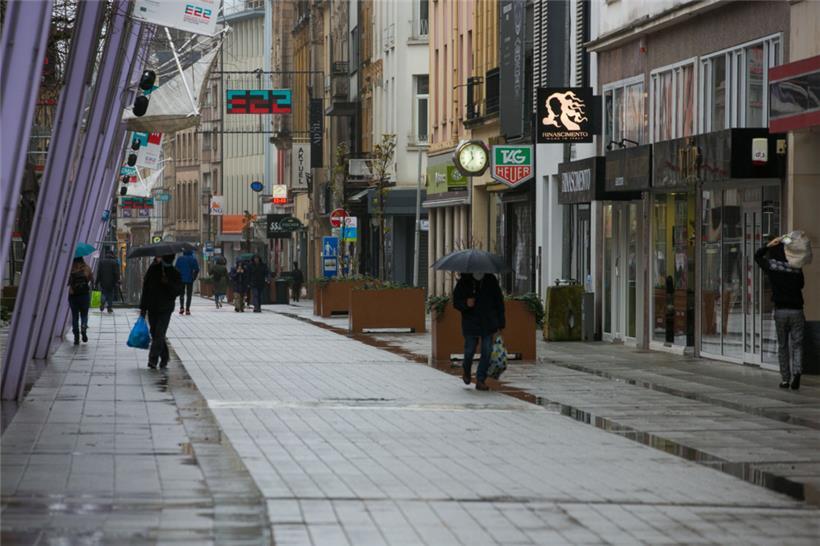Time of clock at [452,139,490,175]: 11:35
